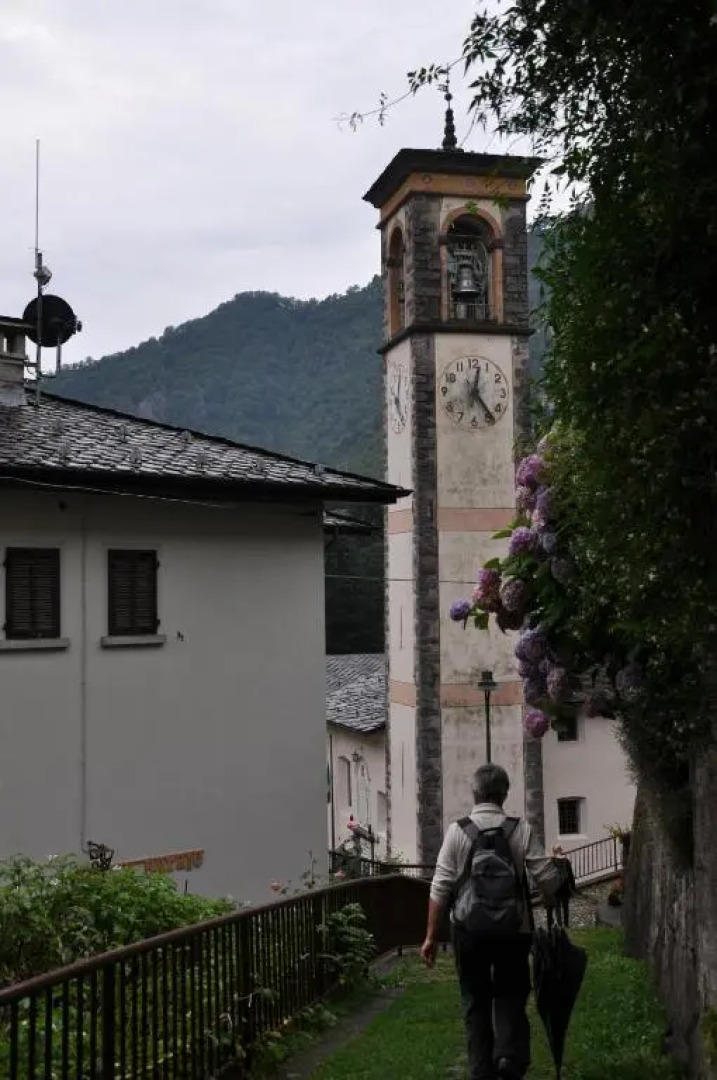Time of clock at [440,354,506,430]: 12:23
